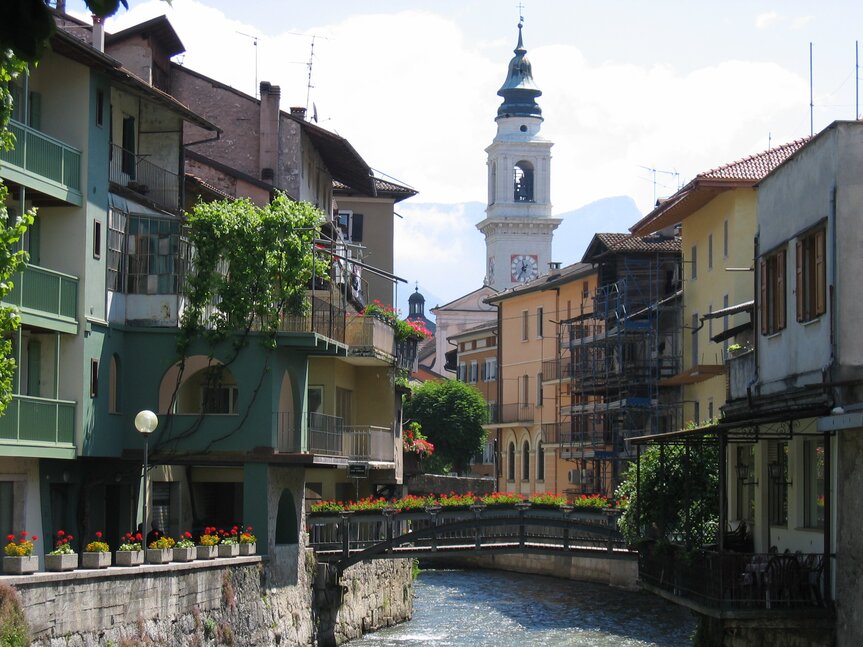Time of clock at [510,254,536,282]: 11:35
